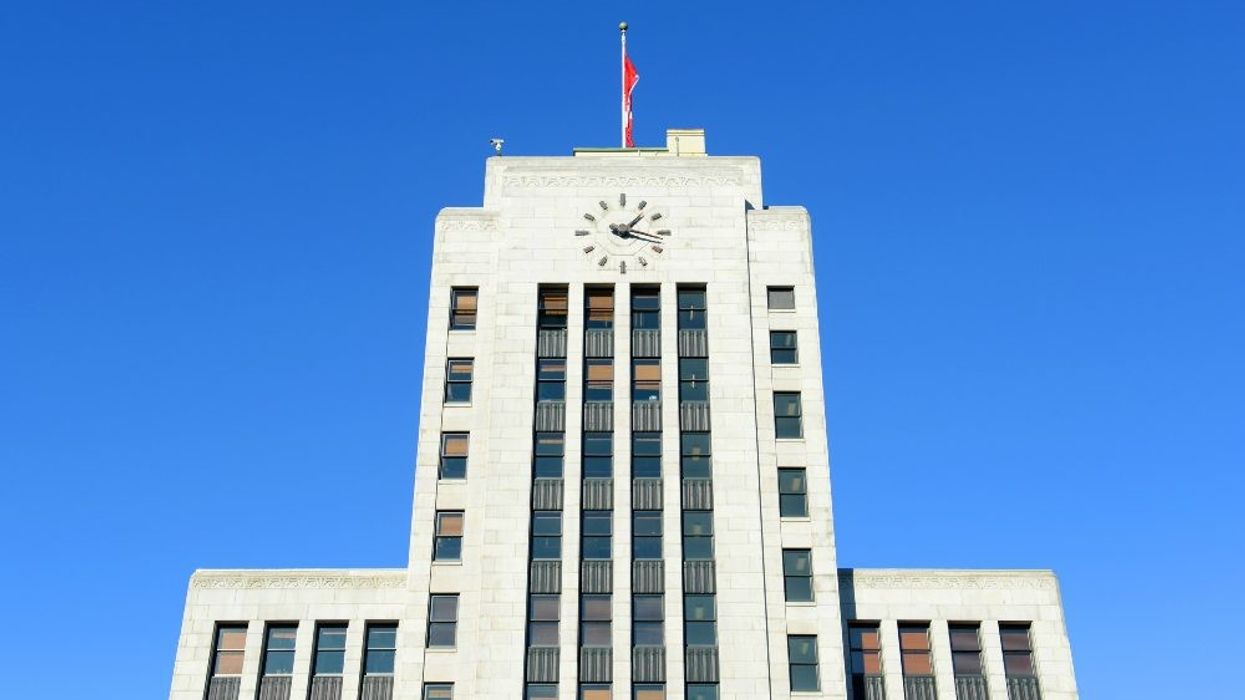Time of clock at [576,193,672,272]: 1:18
